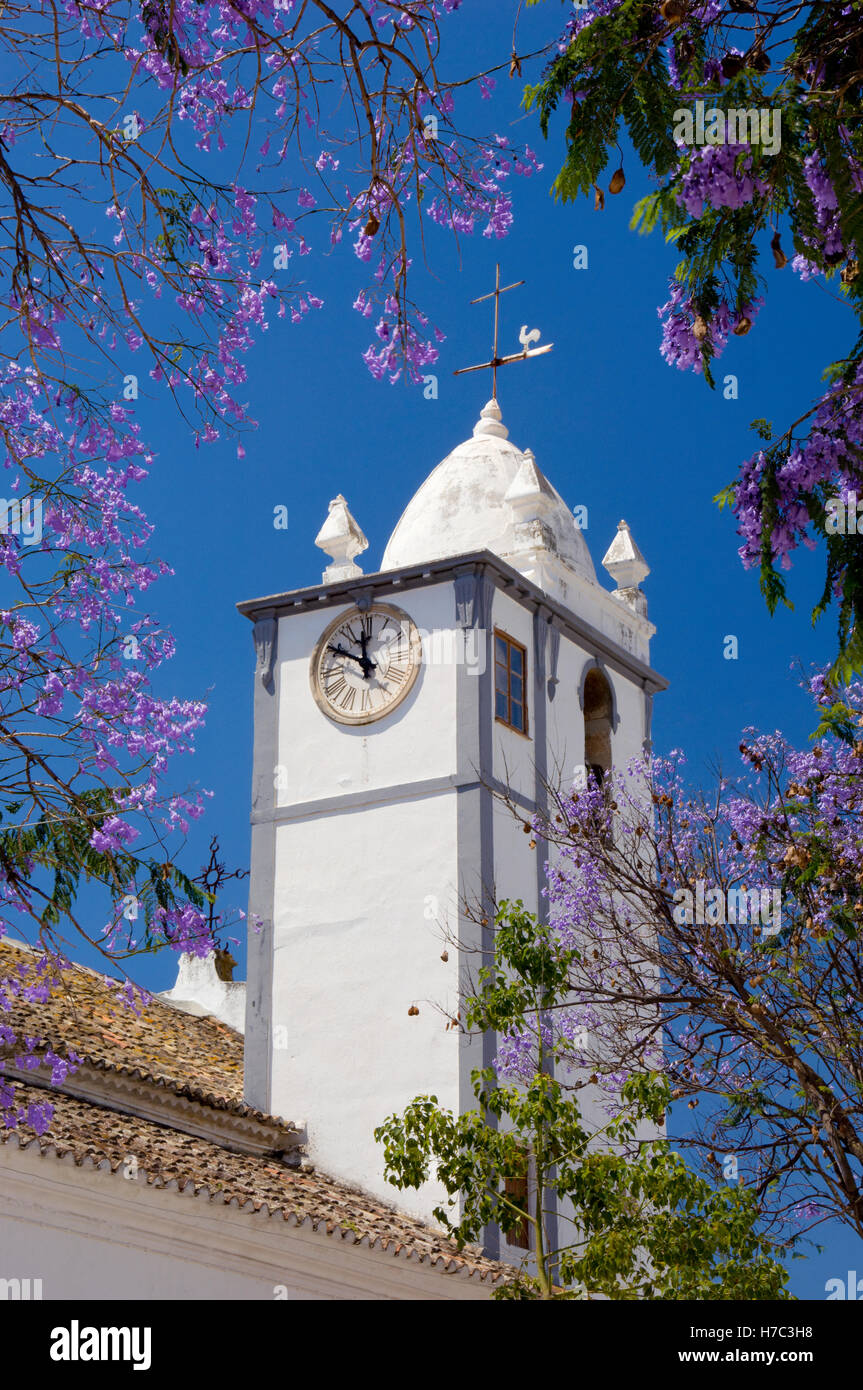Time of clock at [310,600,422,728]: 11:50
